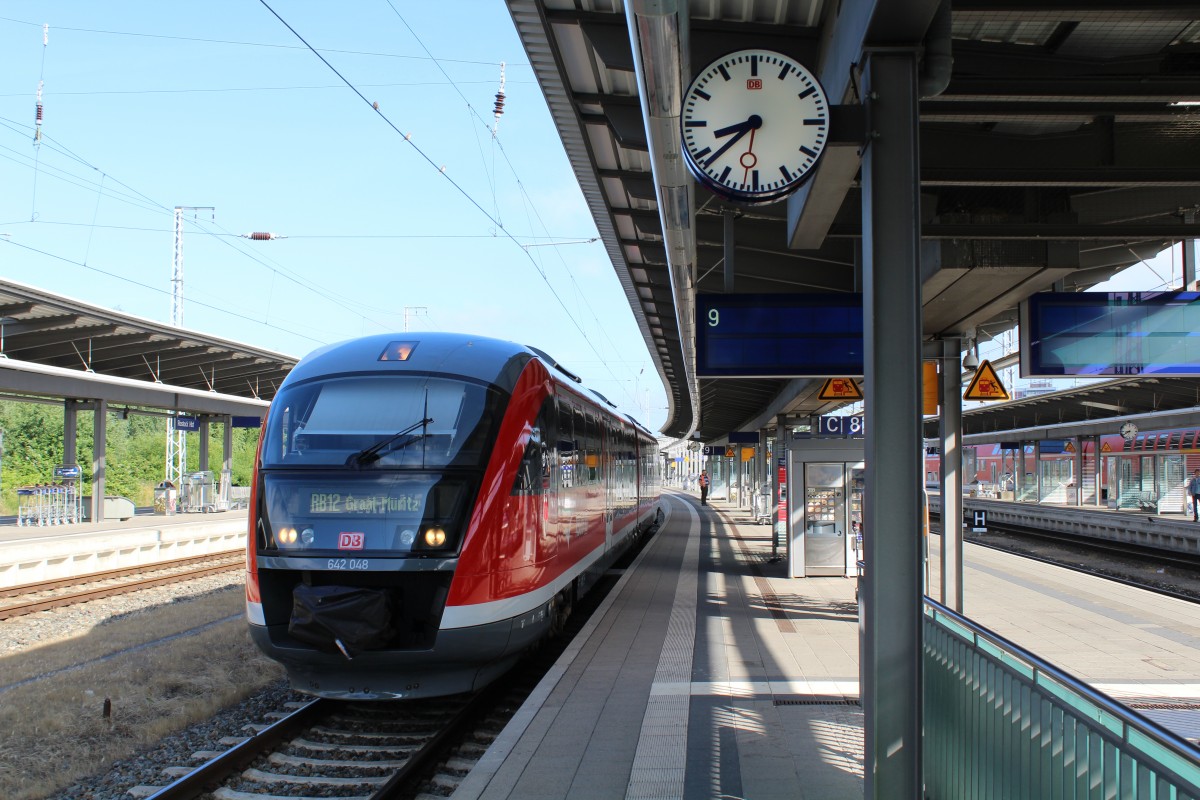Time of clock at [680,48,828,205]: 8:38
